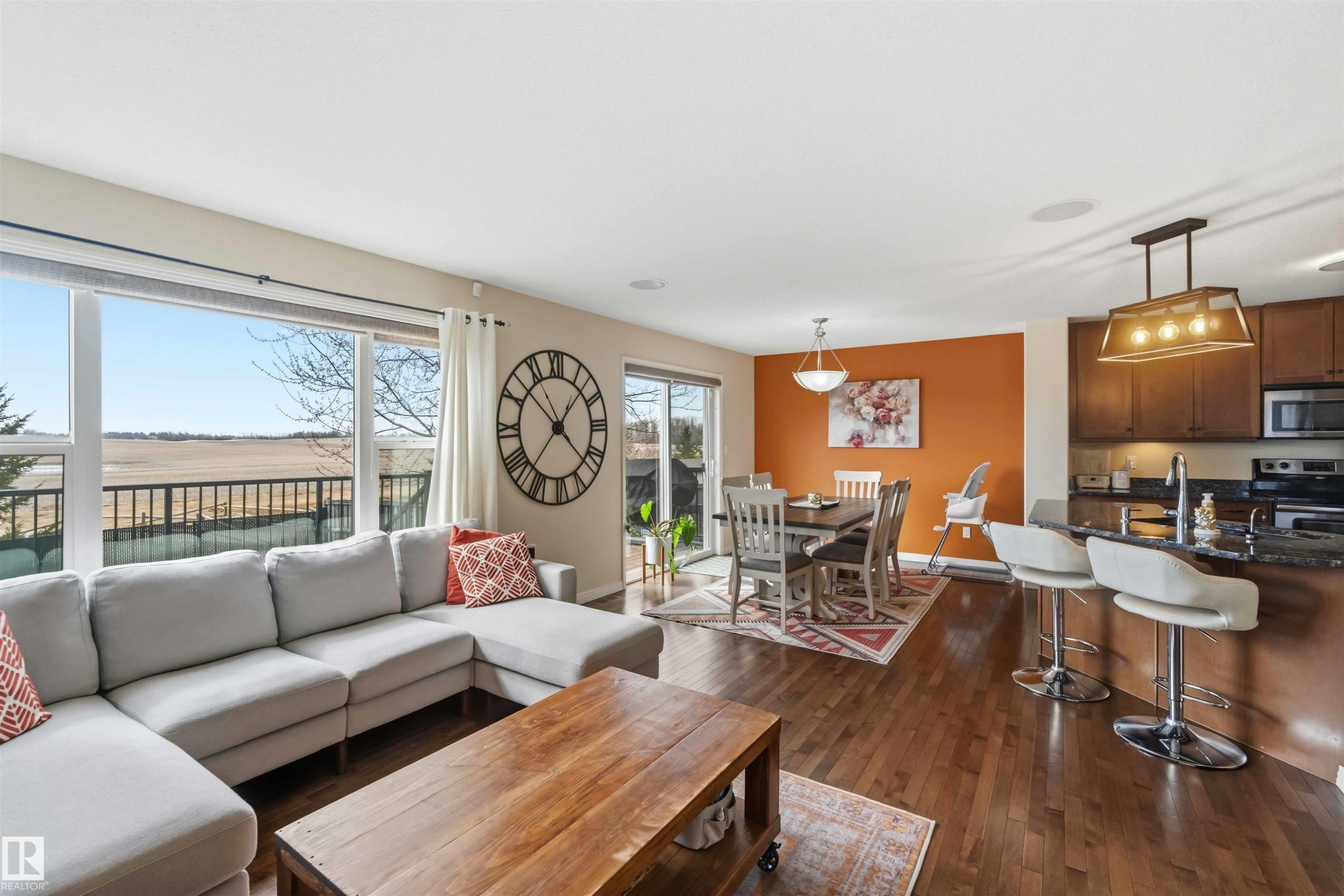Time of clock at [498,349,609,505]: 1:22
